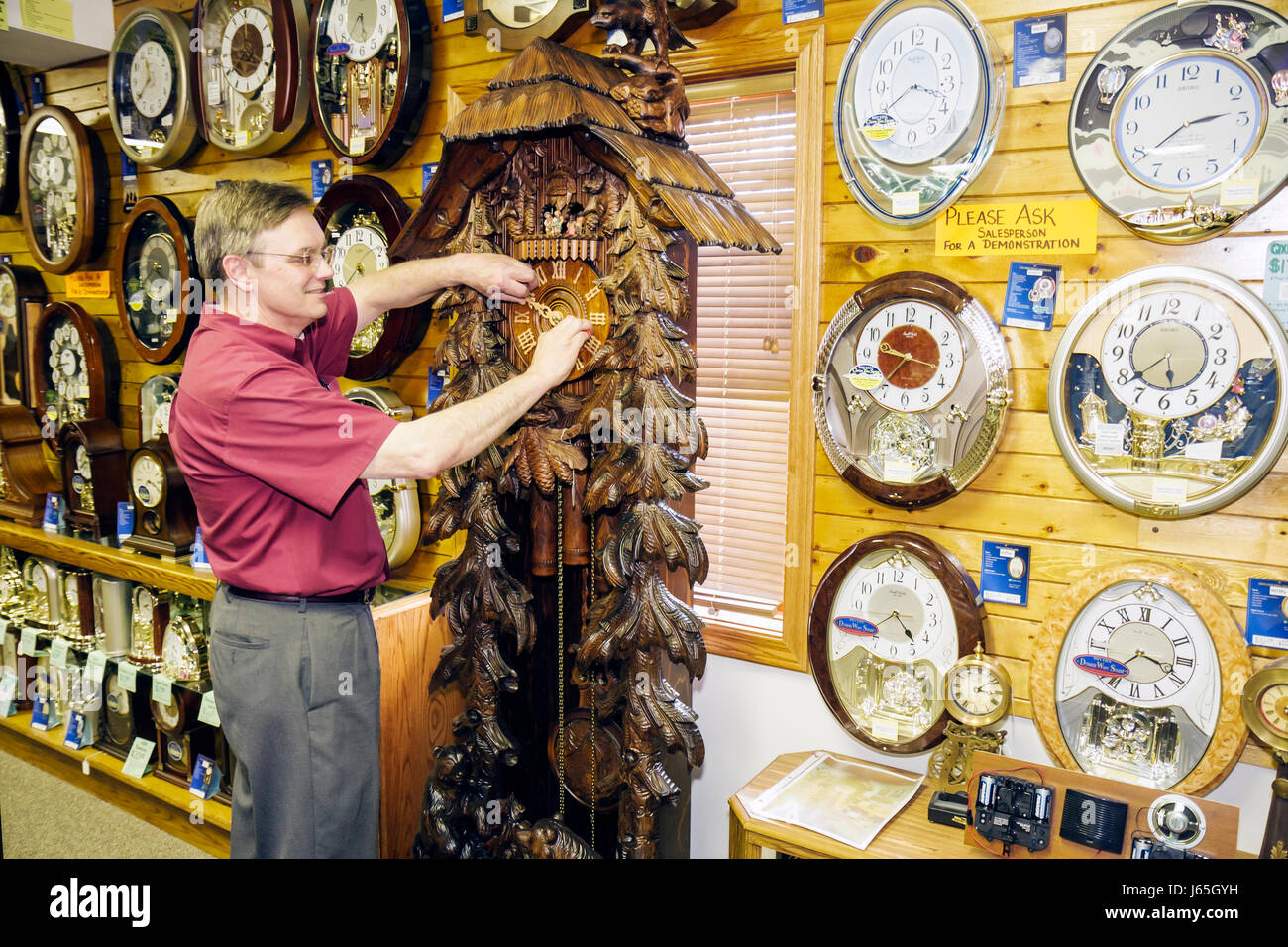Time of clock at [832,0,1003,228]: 3:39
